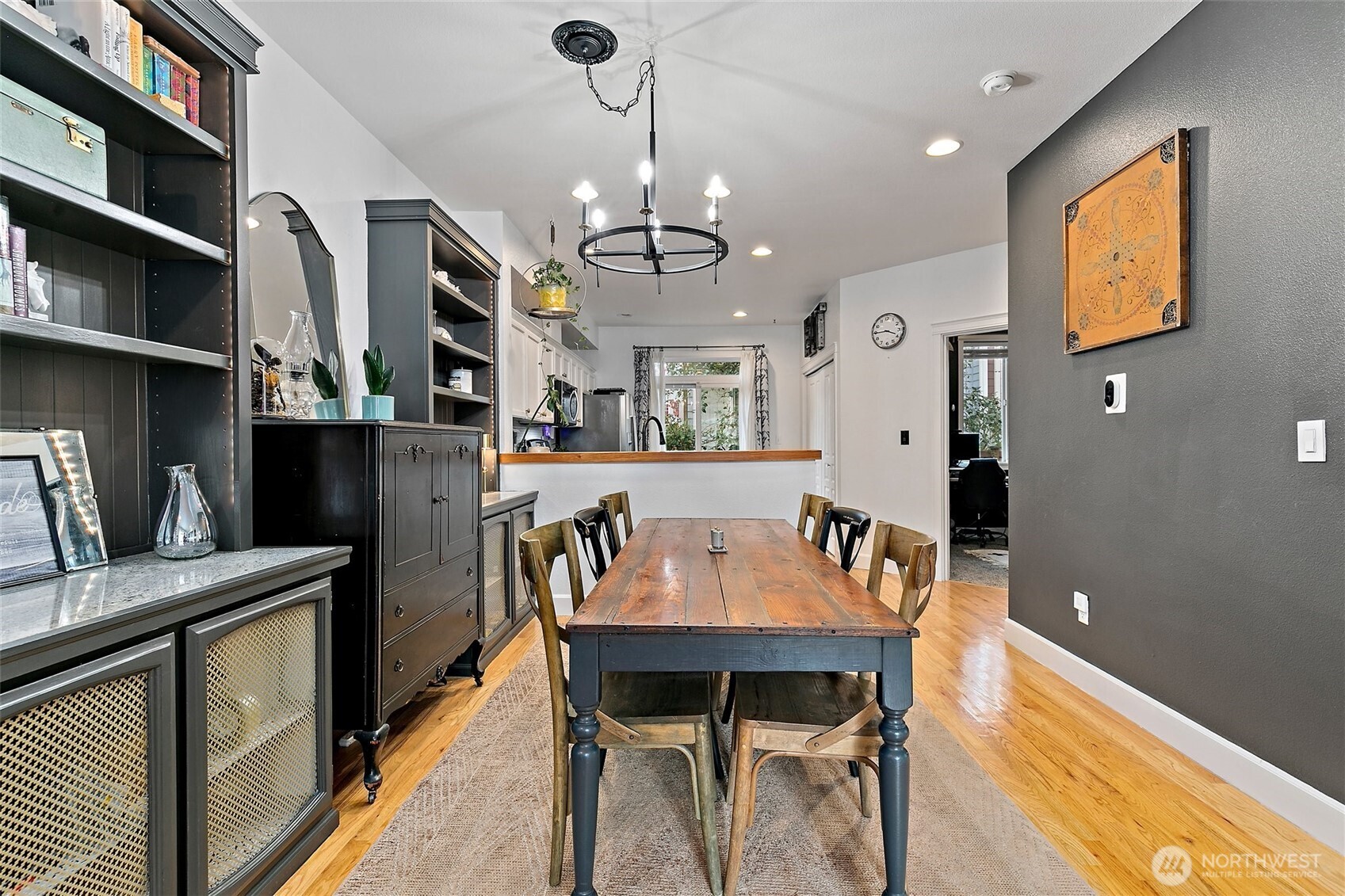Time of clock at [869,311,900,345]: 3:44
